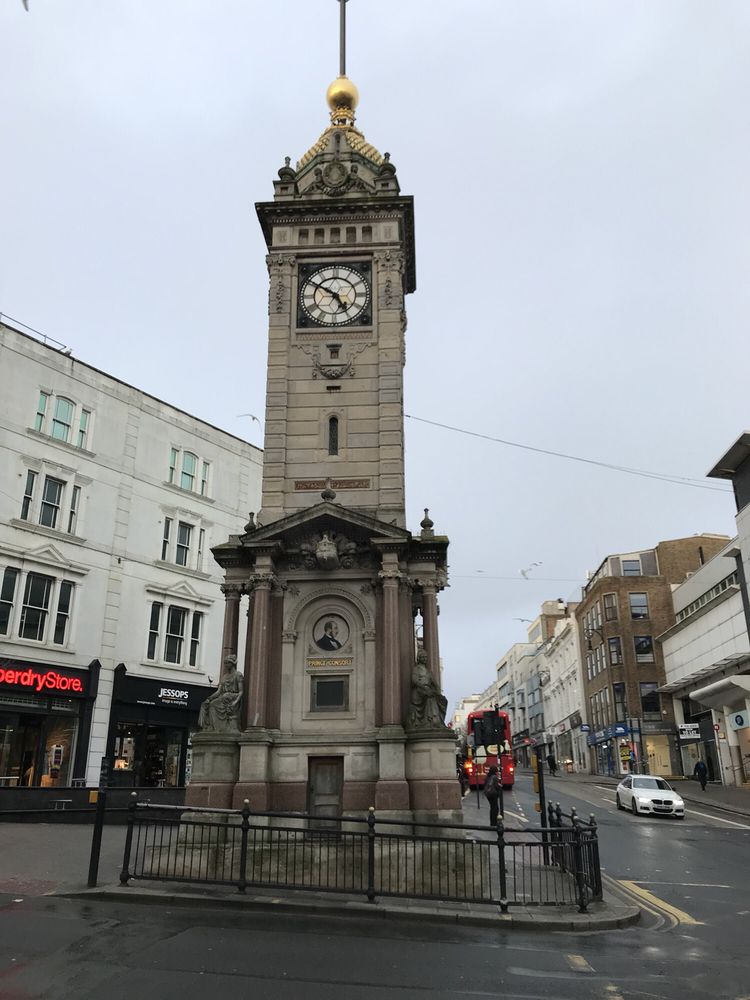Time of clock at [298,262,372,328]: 4:50
